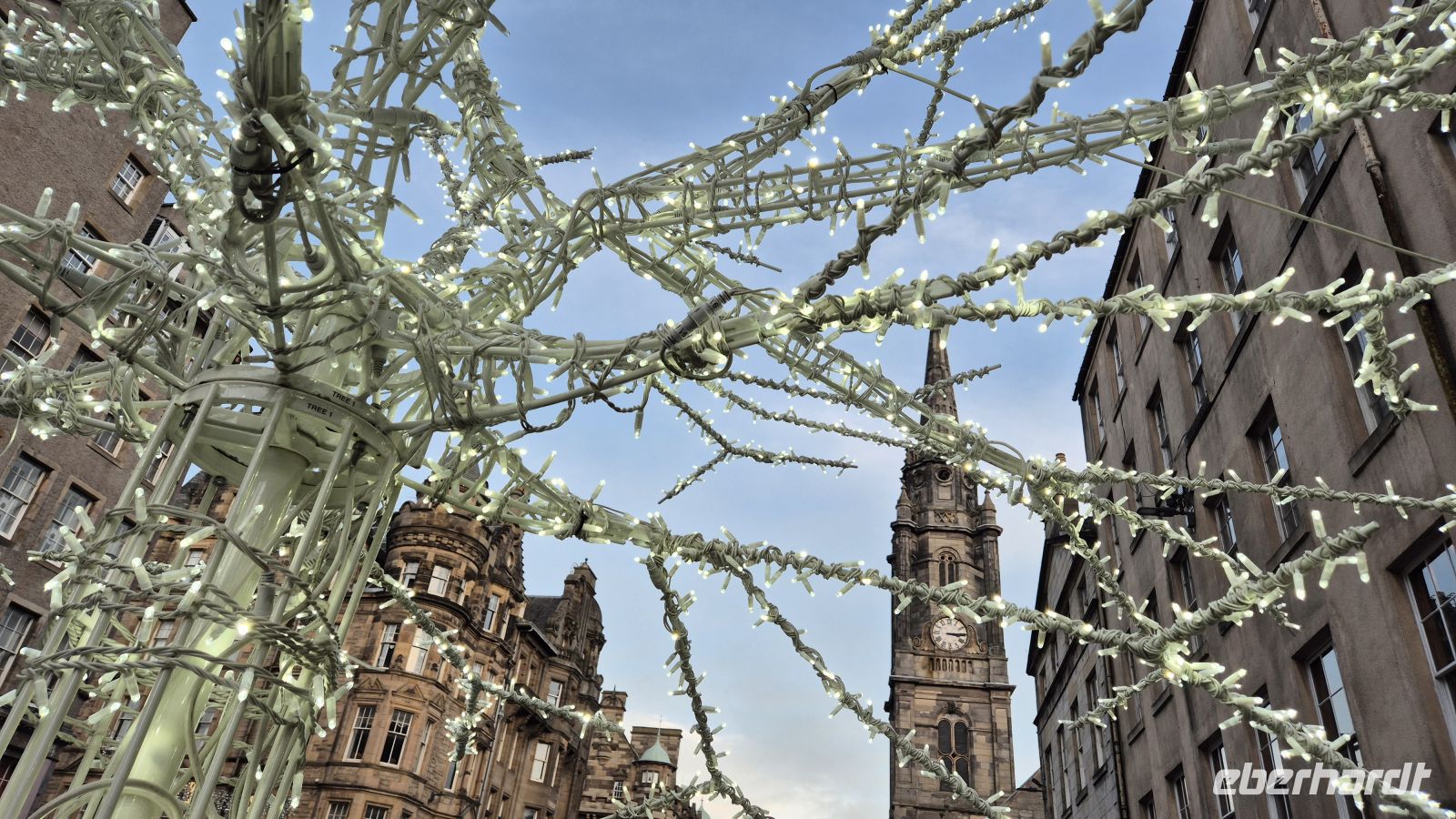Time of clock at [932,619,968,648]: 3:14
